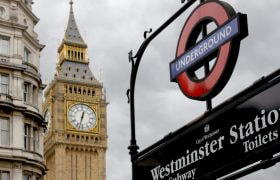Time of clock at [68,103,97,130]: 12:32
